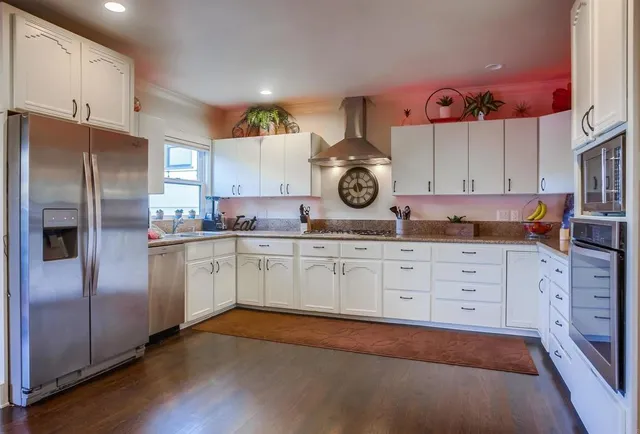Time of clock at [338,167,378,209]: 11:44
